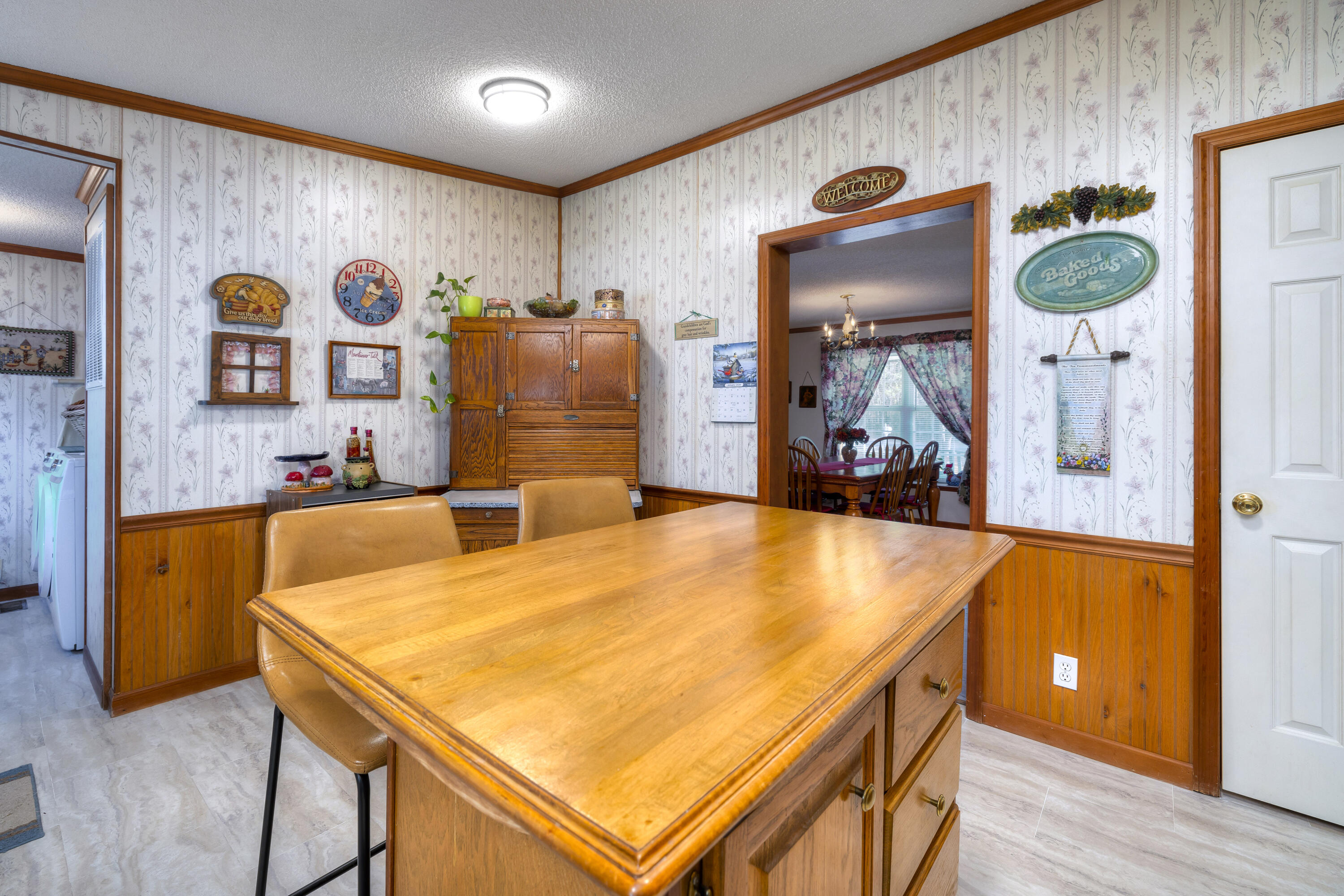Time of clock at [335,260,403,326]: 3:16
